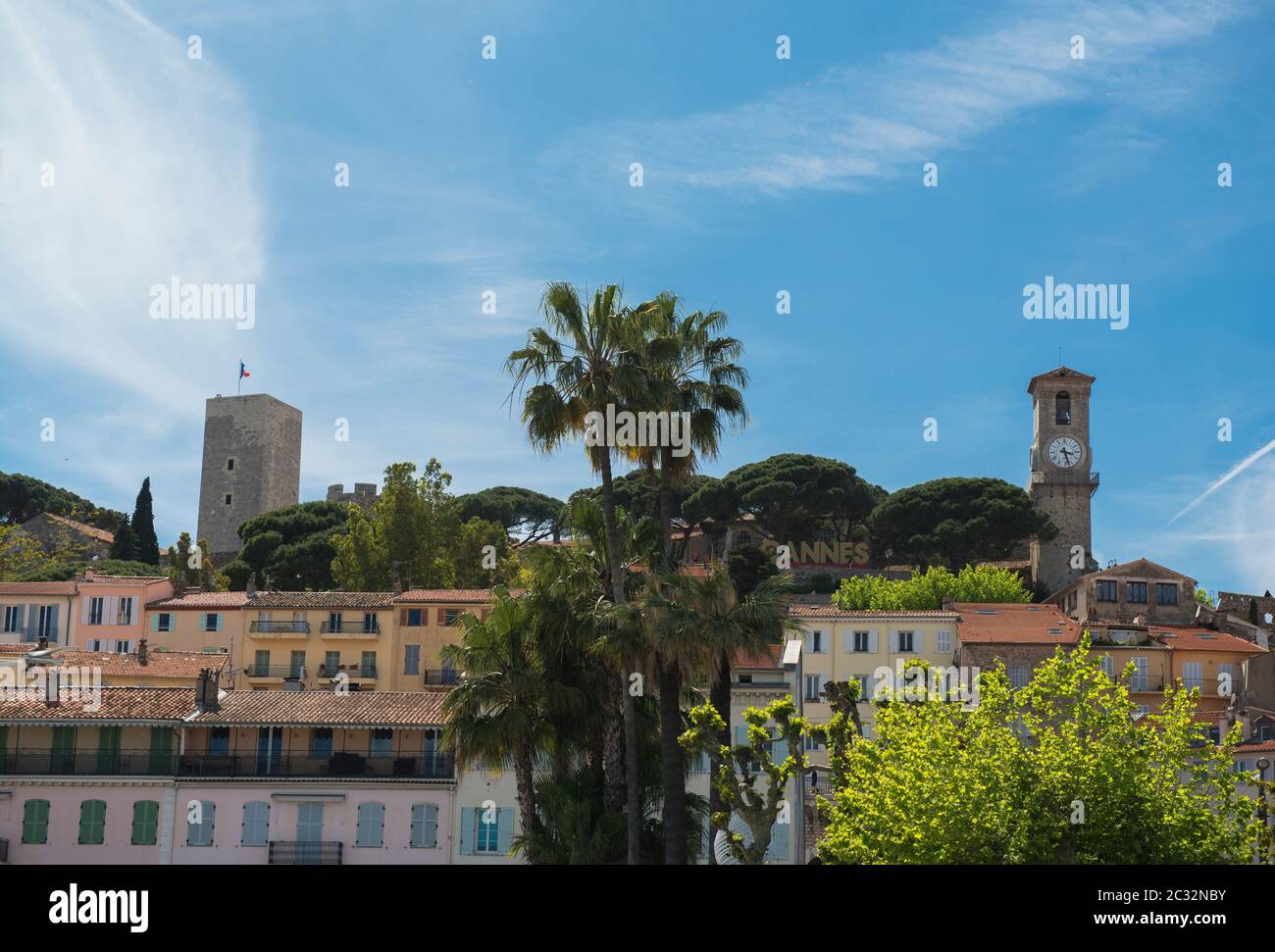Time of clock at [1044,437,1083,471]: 3:27
